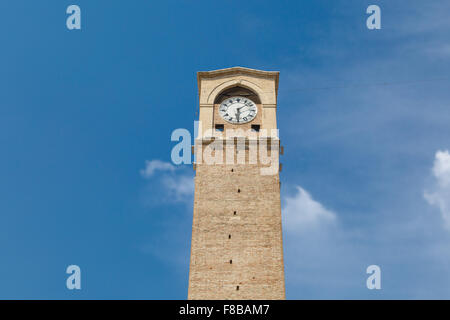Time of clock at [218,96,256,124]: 6:08
